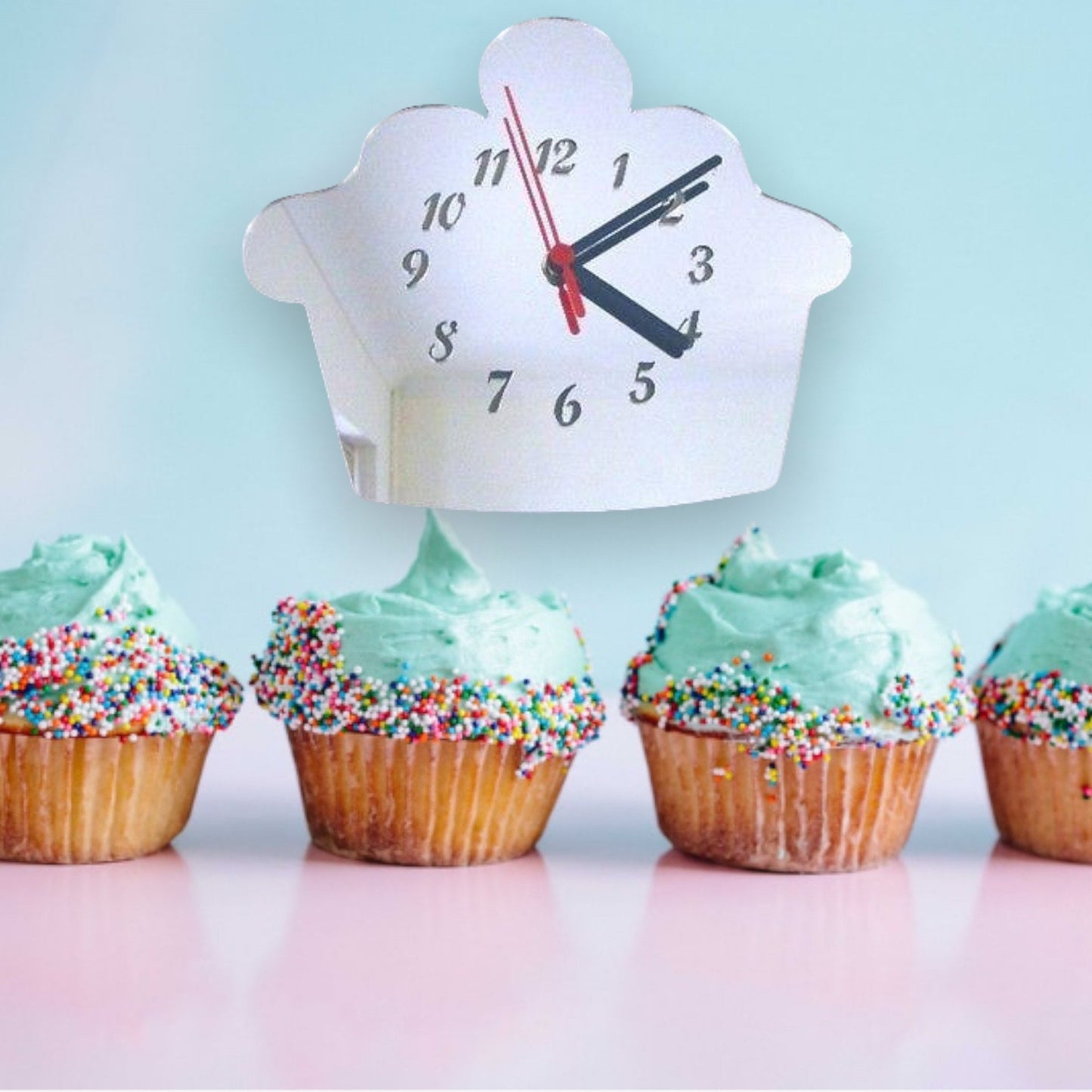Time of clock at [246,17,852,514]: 4:09
